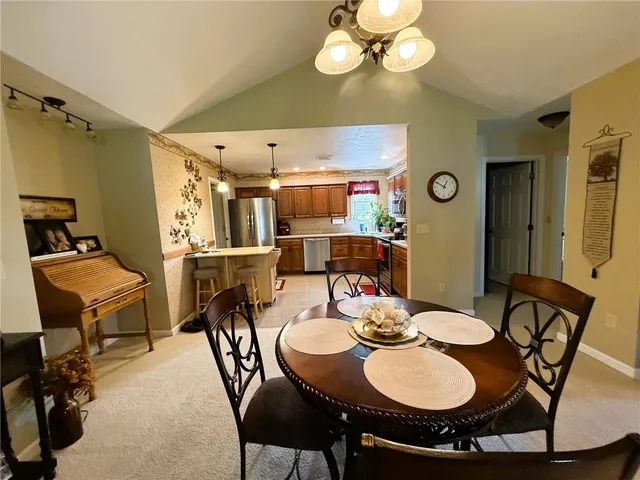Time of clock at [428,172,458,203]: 12:50
